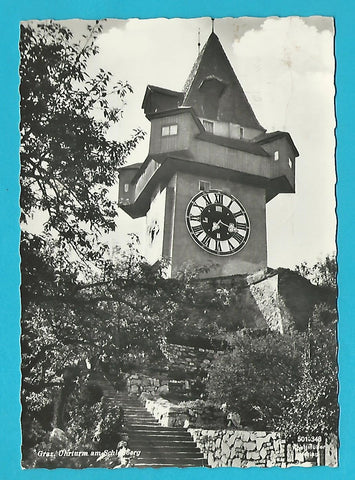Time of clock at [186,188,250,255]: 7:17
